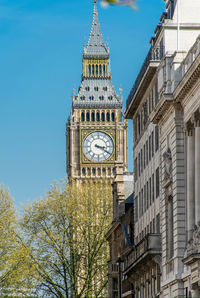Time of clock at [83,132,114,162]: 3:20
